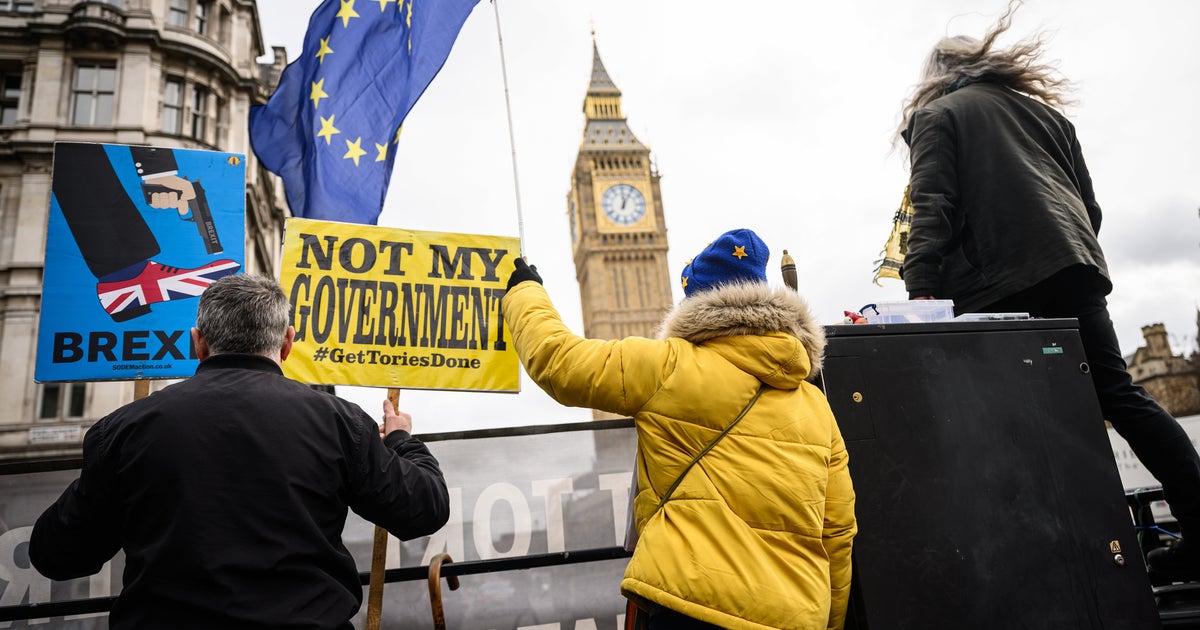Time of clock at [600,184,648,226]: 12:05
